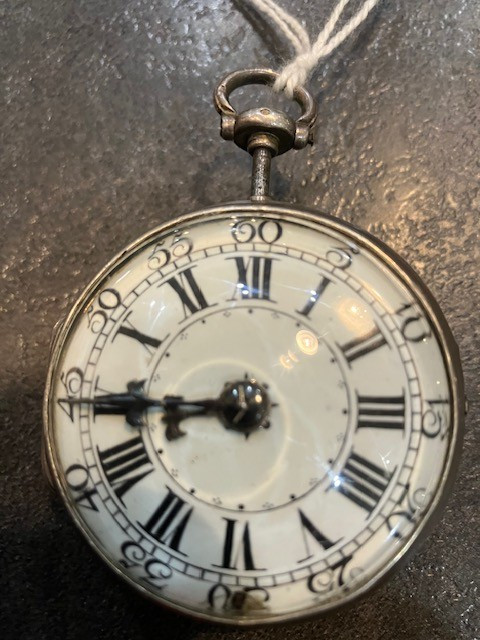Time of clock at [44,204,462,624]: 8:44
